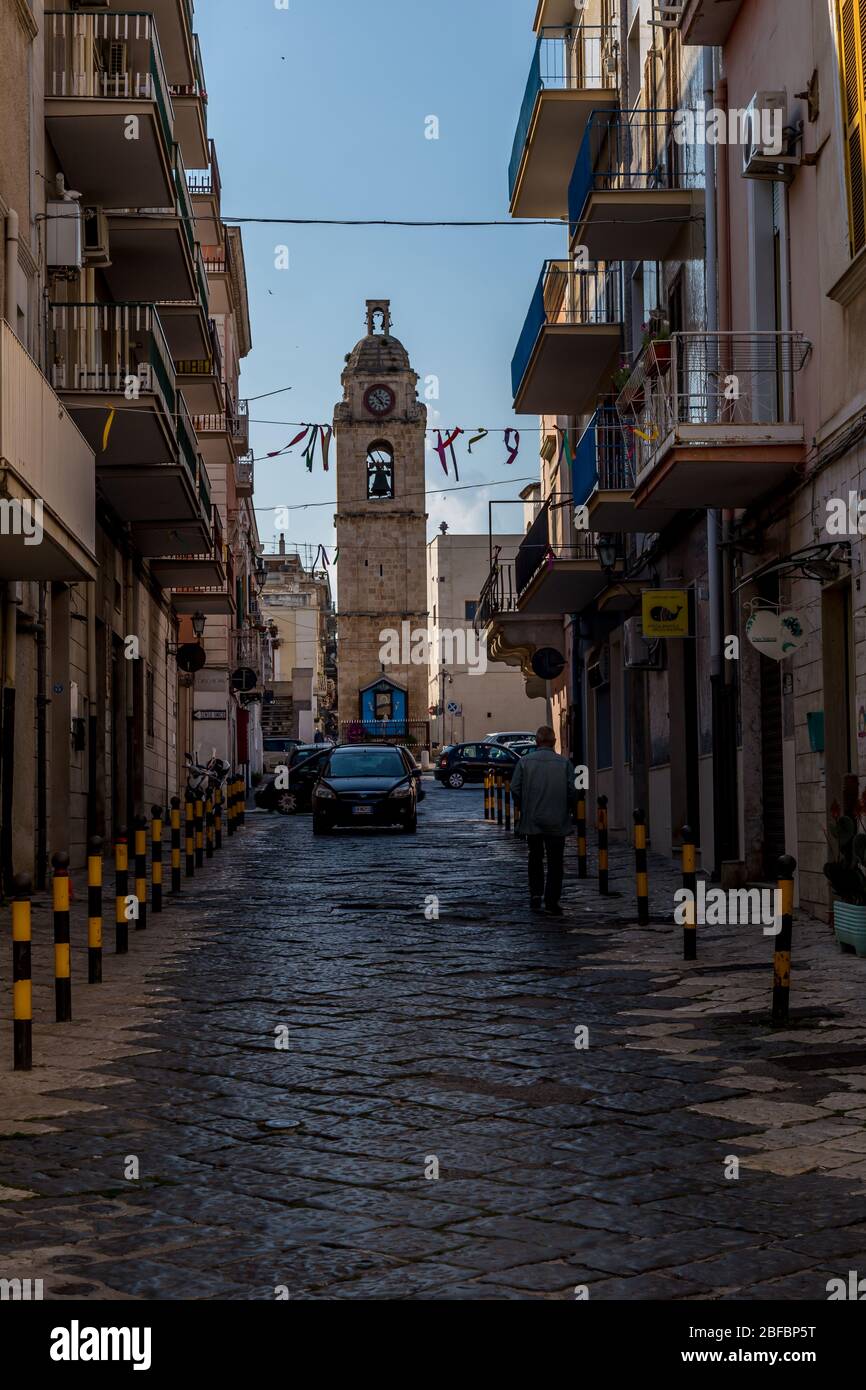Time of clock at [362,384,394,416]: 4:52
